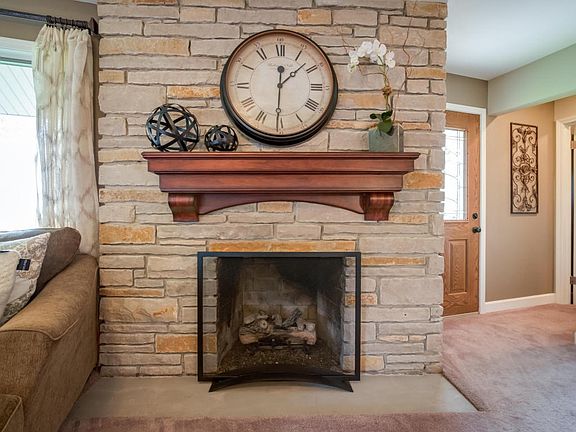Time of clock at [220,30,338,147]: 1:30
